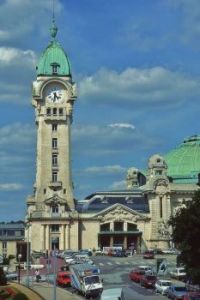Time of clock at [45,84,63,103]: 4:31
